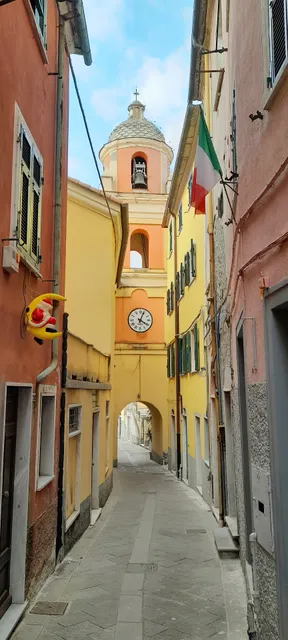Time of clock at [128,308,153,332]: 4:03
